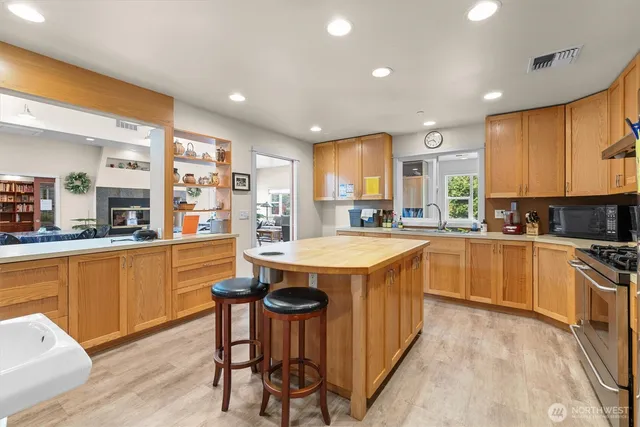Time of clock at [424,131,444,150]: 4:42
